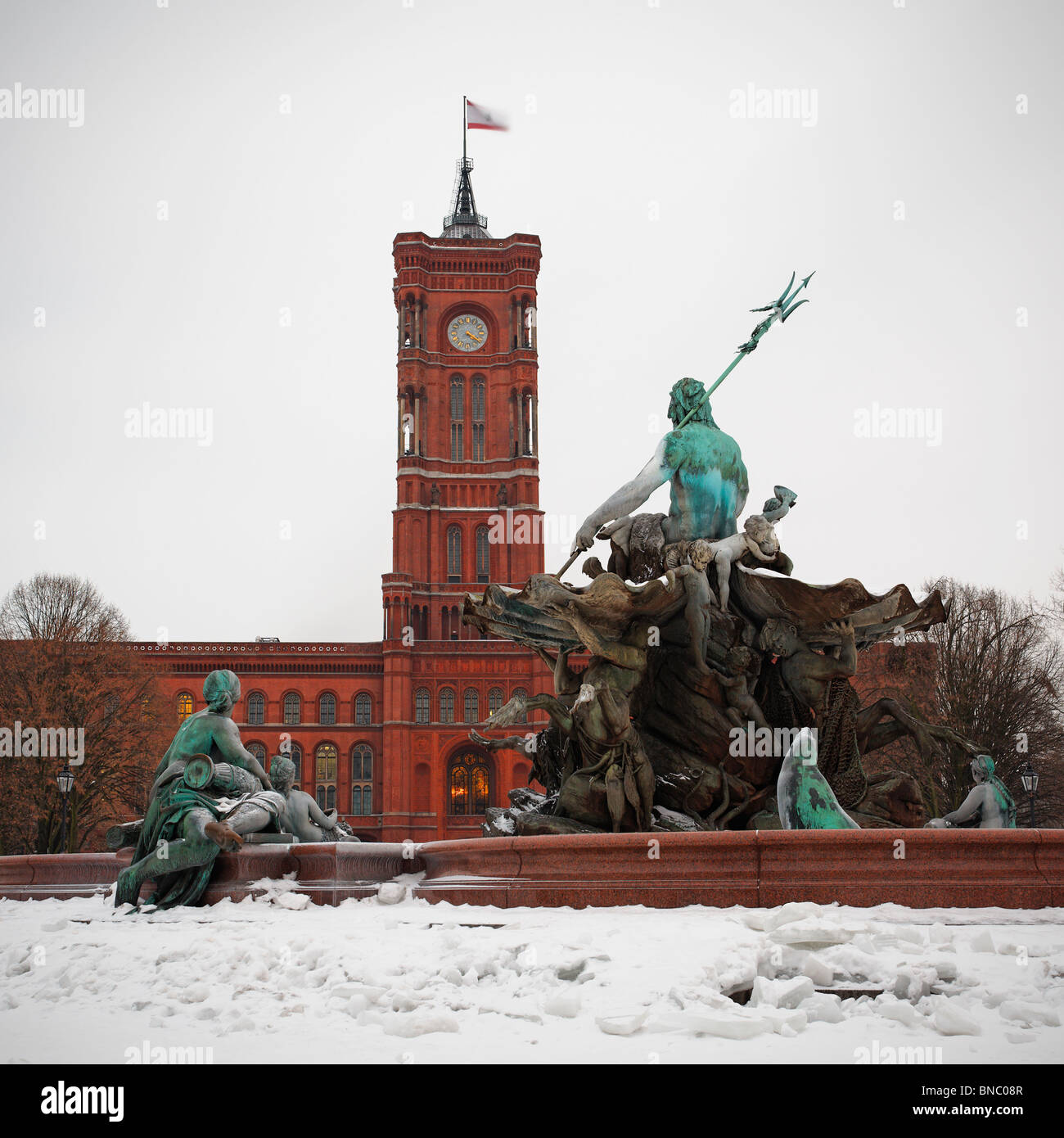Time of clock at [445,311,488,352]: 4:21
